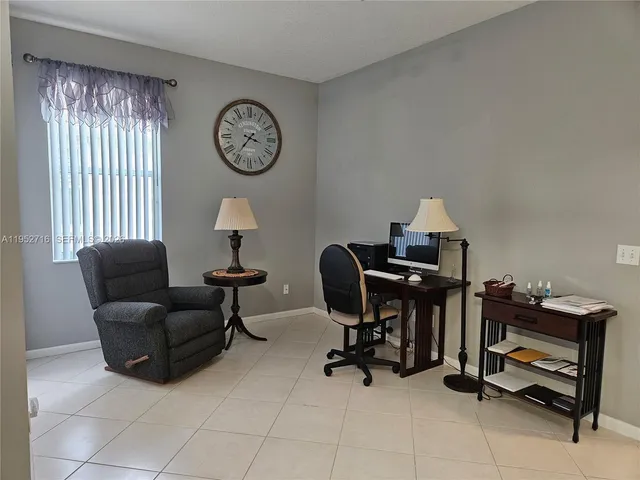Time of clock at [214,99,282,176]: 3:36
